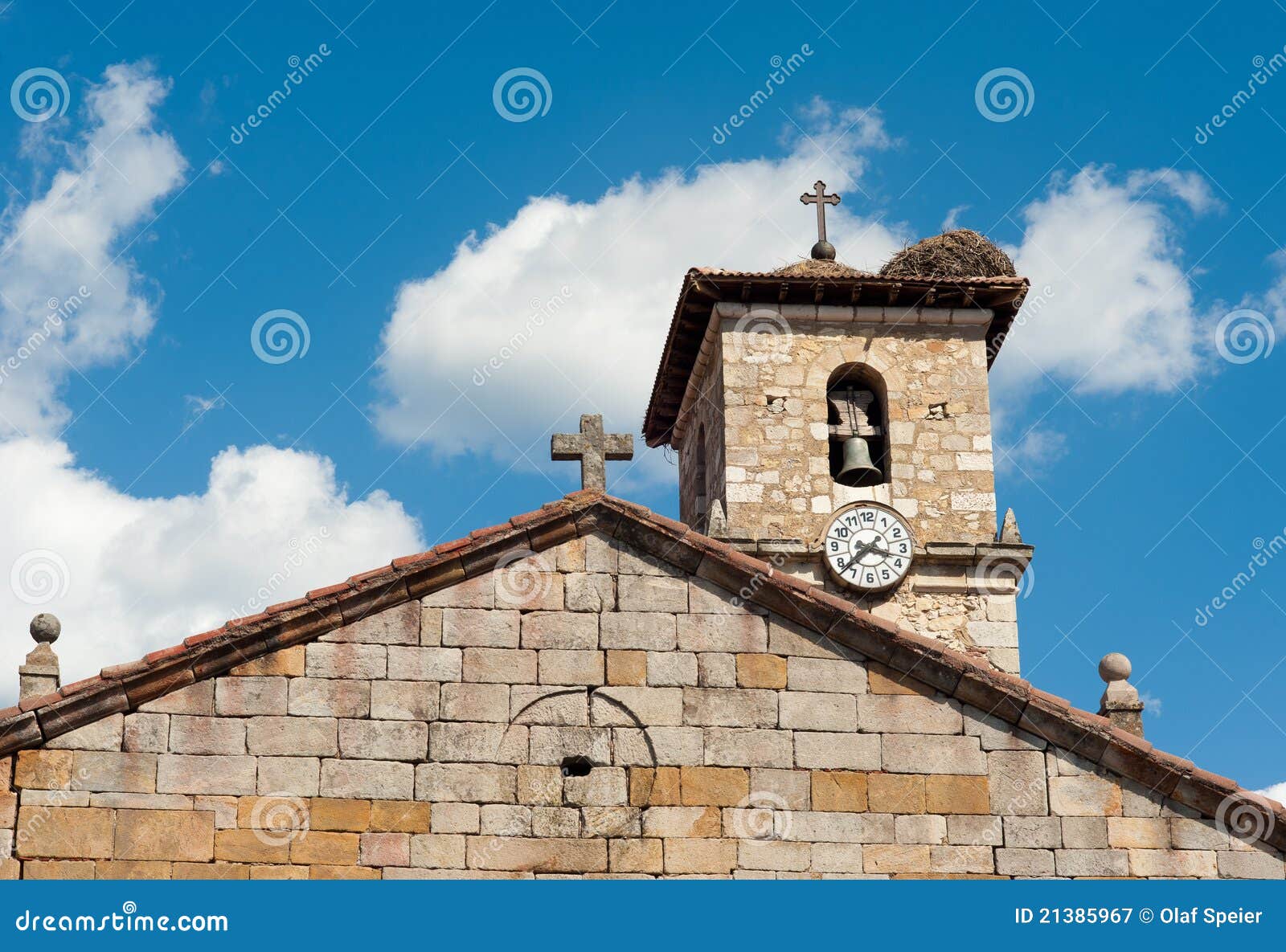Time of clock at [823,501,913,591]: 3:37
